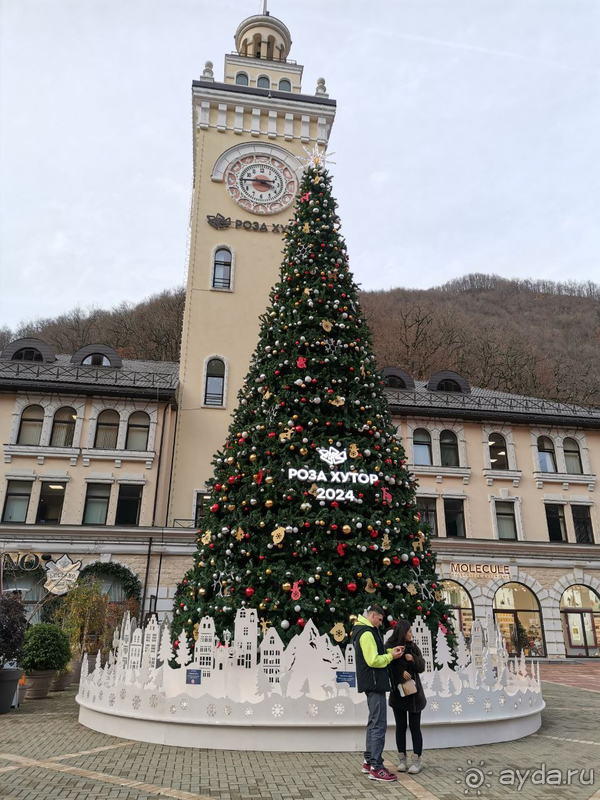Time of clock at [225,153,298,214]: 3:45
